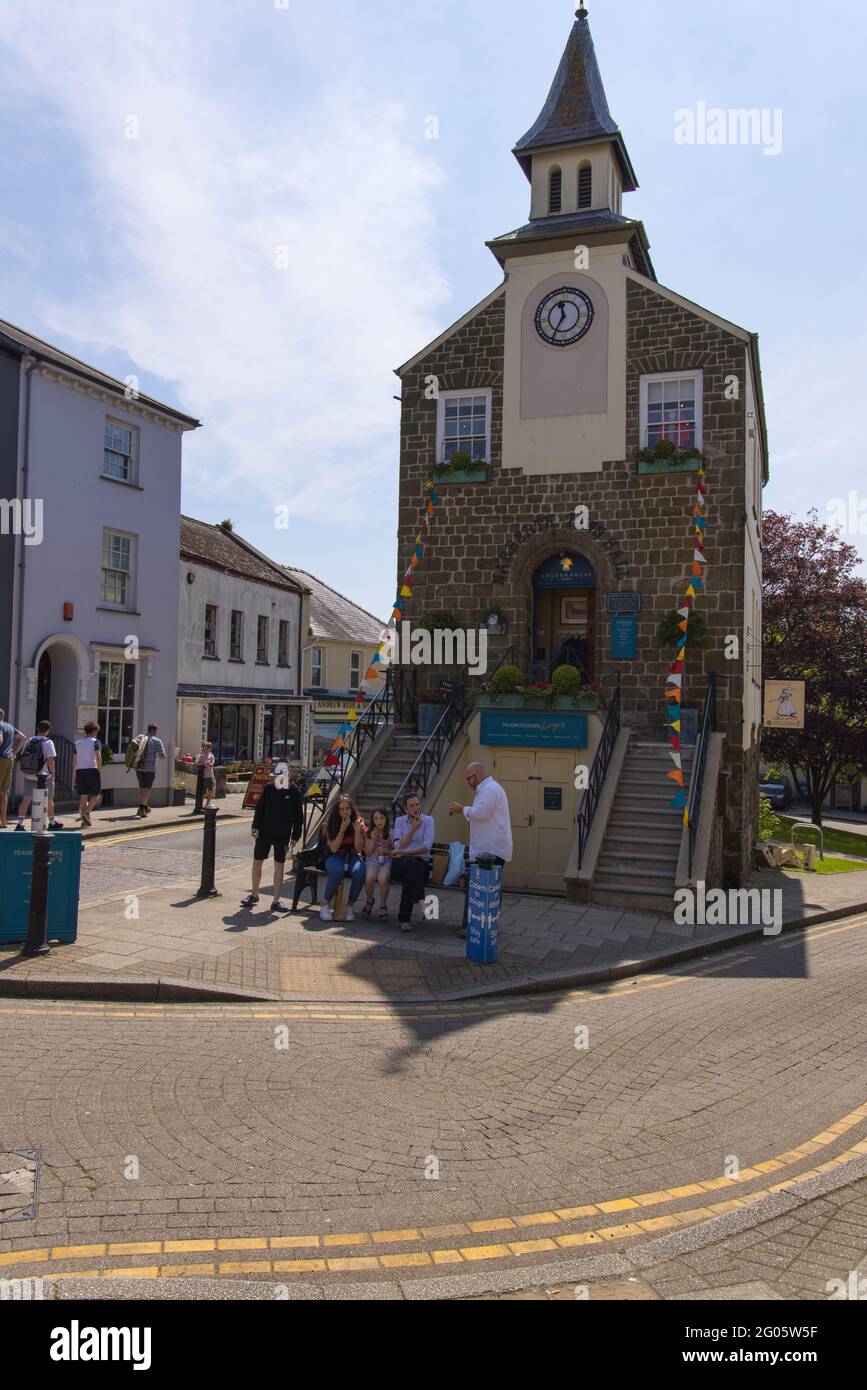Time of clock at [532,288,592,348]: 11:35
